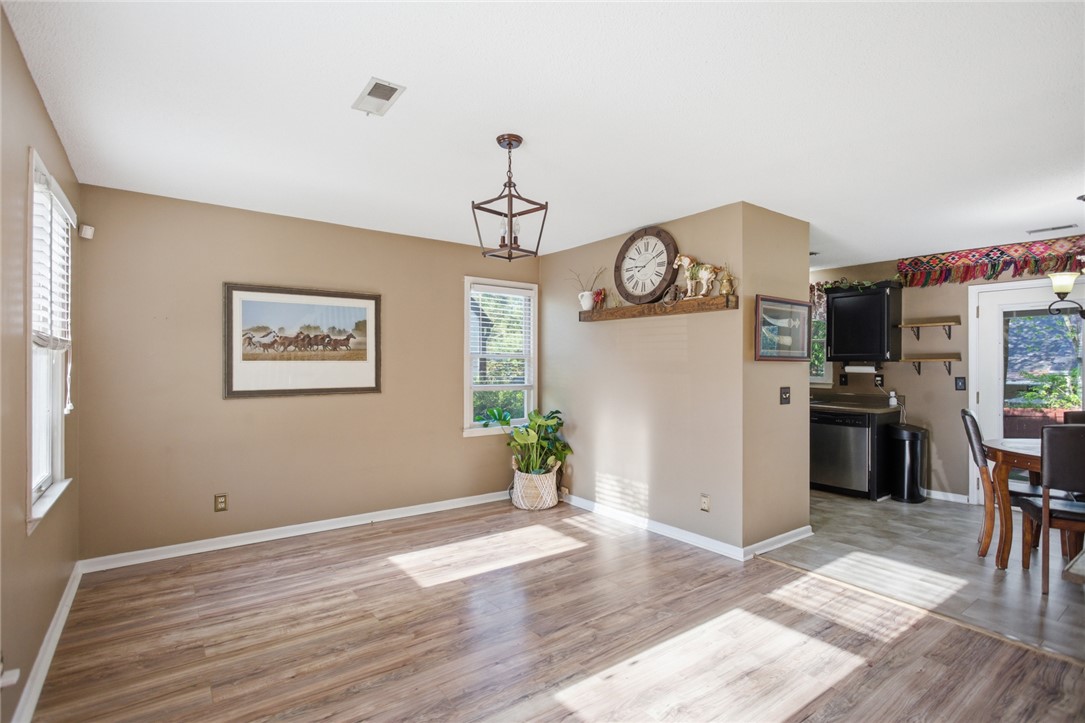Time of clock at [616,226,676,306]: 9:09
